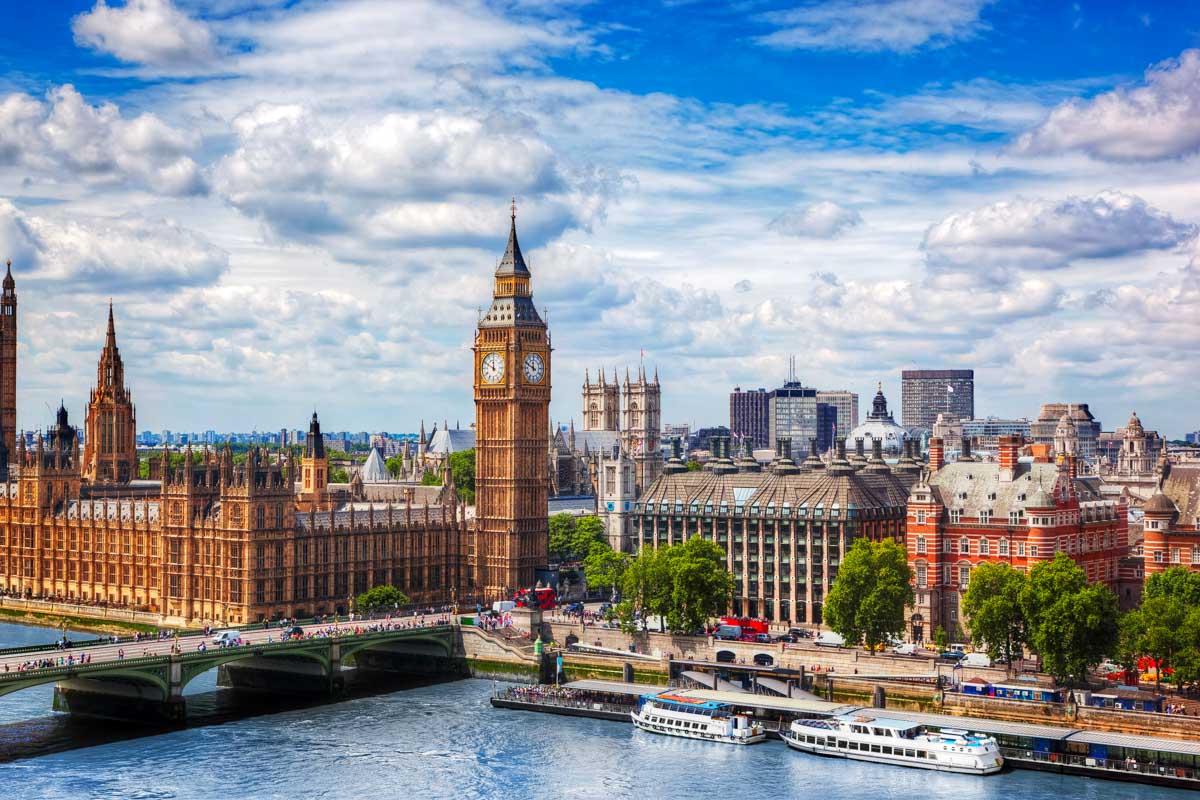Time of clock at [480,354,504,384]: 11:49
